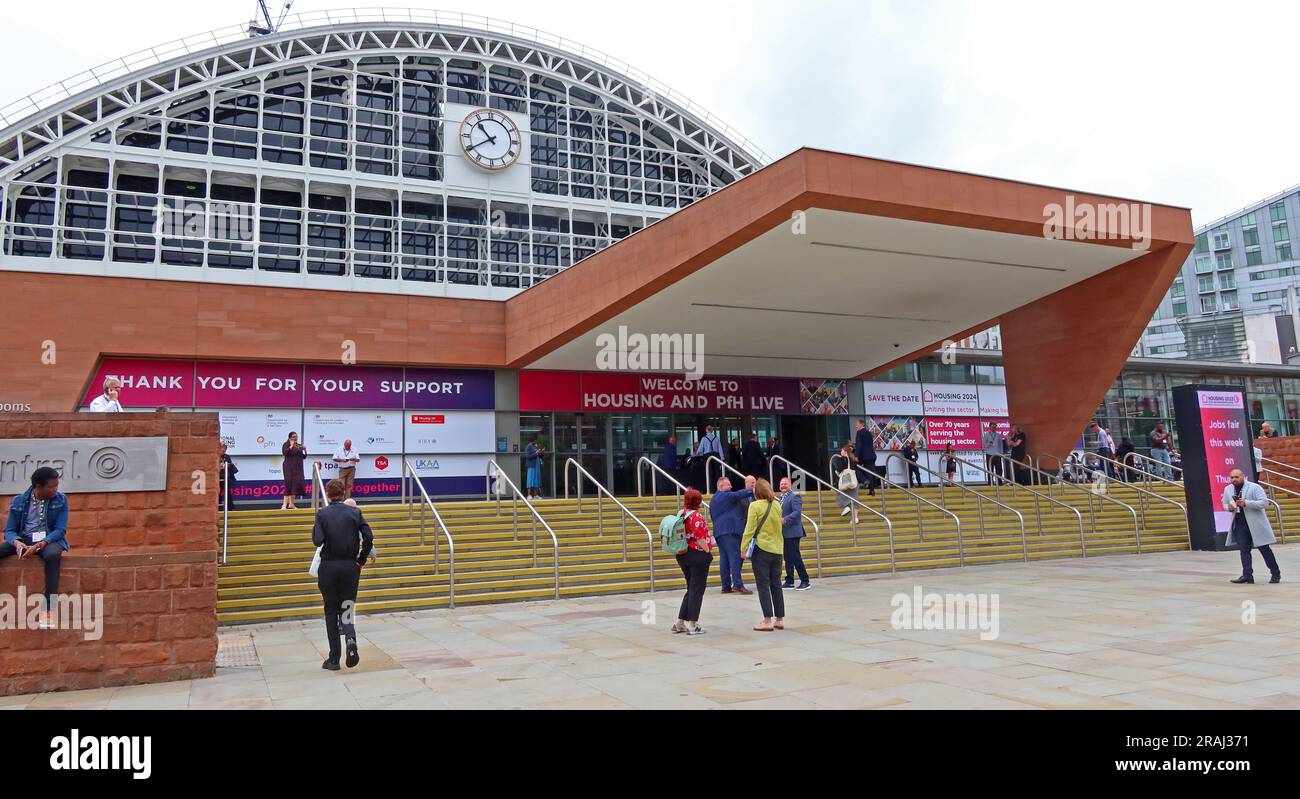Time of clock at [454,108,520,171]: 10:39
